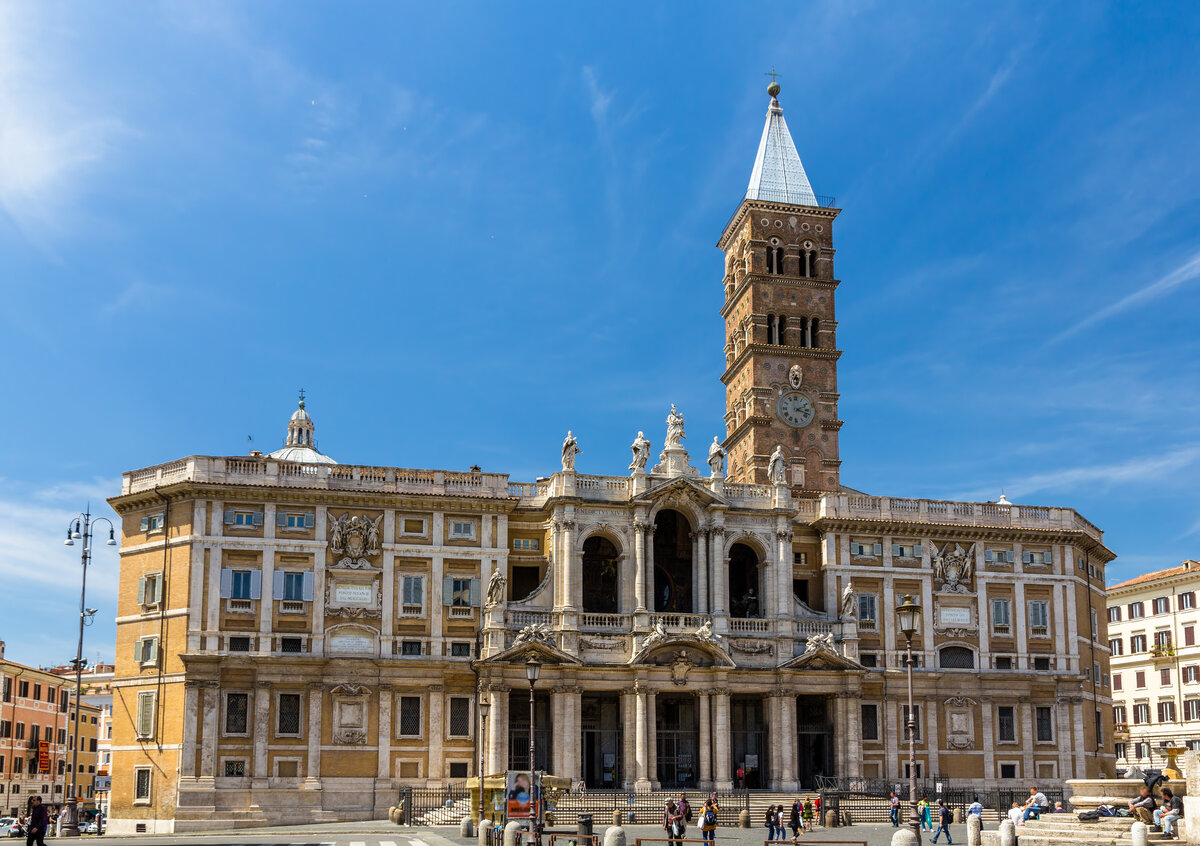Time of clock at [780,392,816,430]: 2:18
